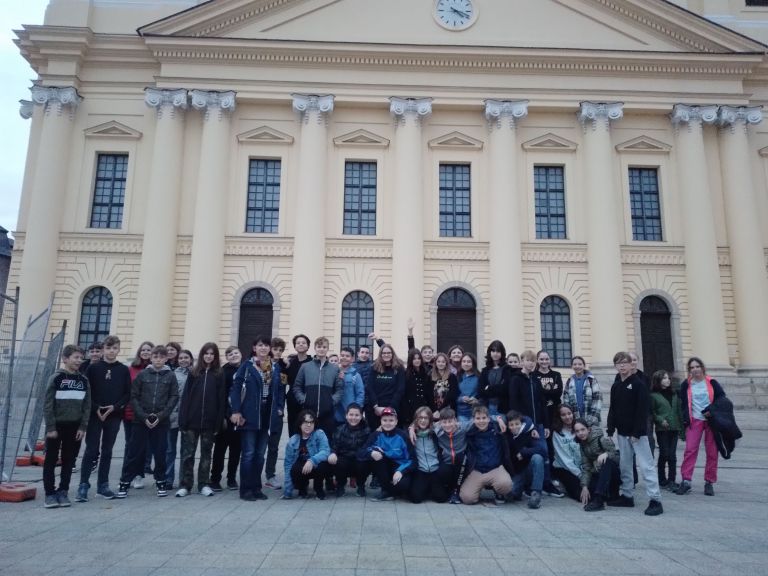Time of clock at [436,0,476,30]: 4:18
